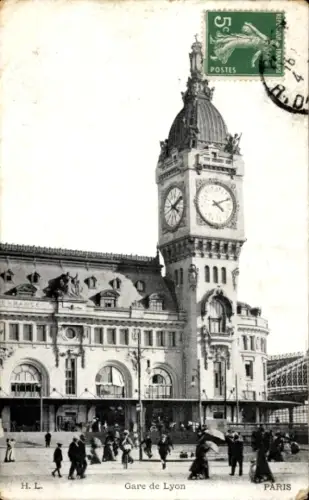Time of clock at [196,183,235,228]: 4:10
